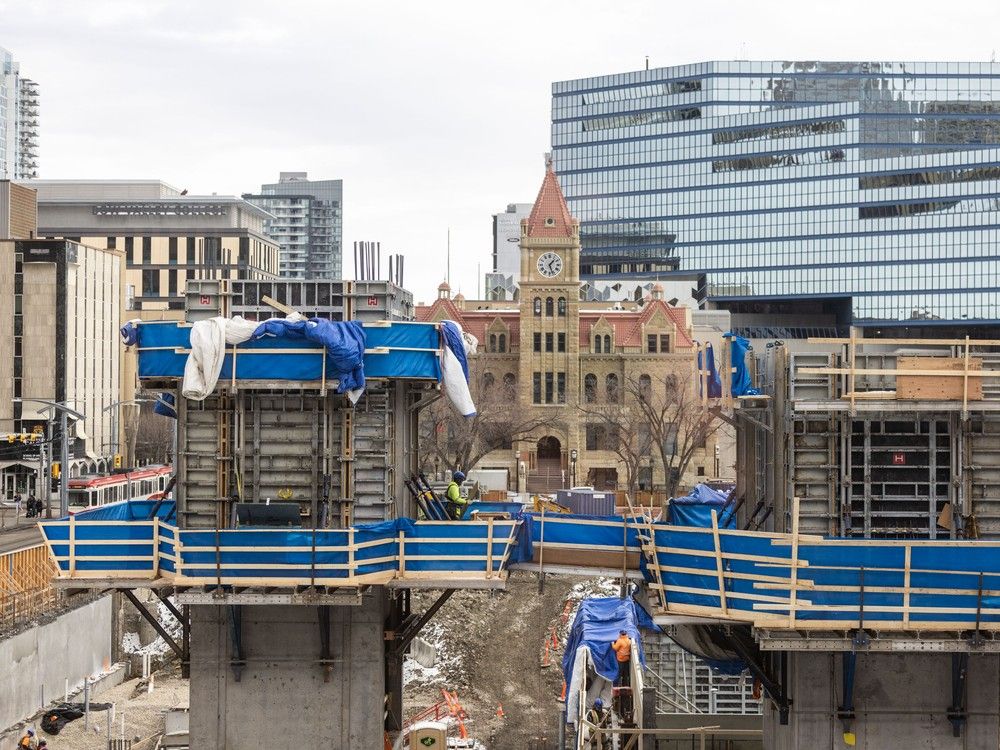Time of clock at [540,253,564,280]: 1:26
